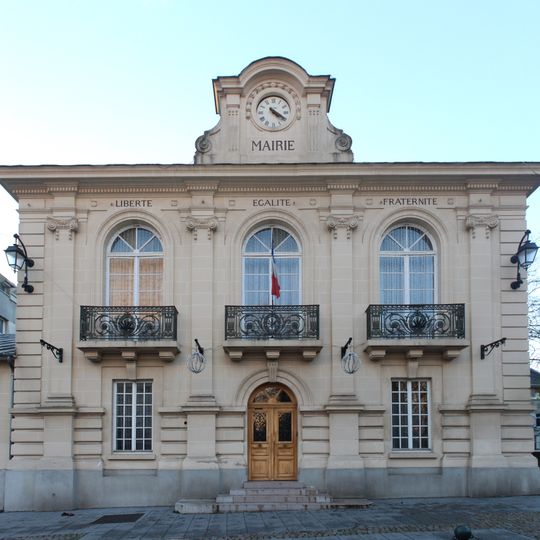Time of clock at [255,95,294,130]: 4:20
